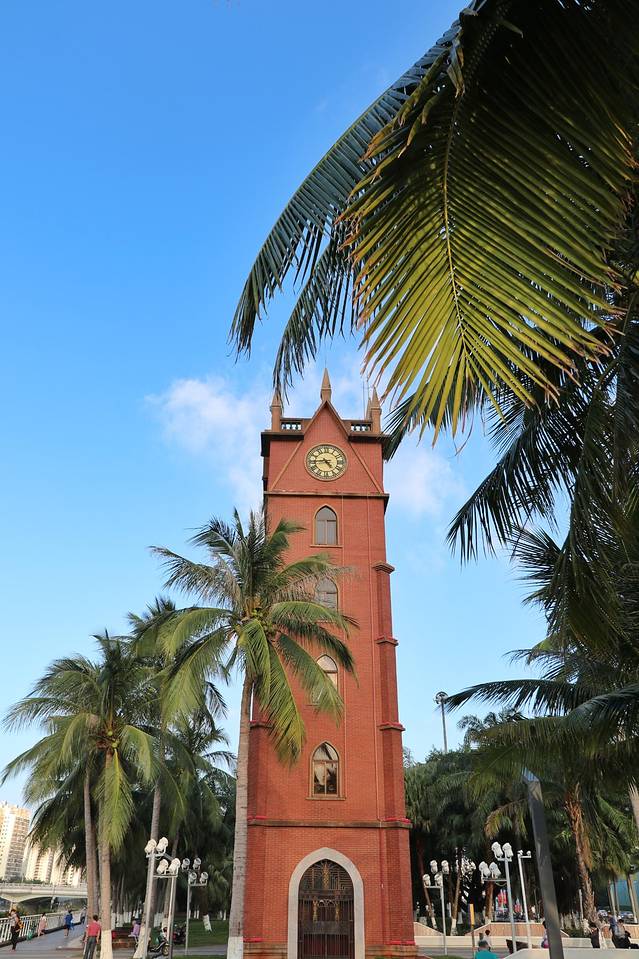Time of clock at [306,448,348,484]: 4:44
